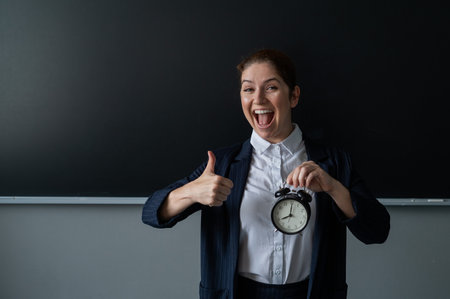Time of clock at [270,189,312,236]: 8:00
